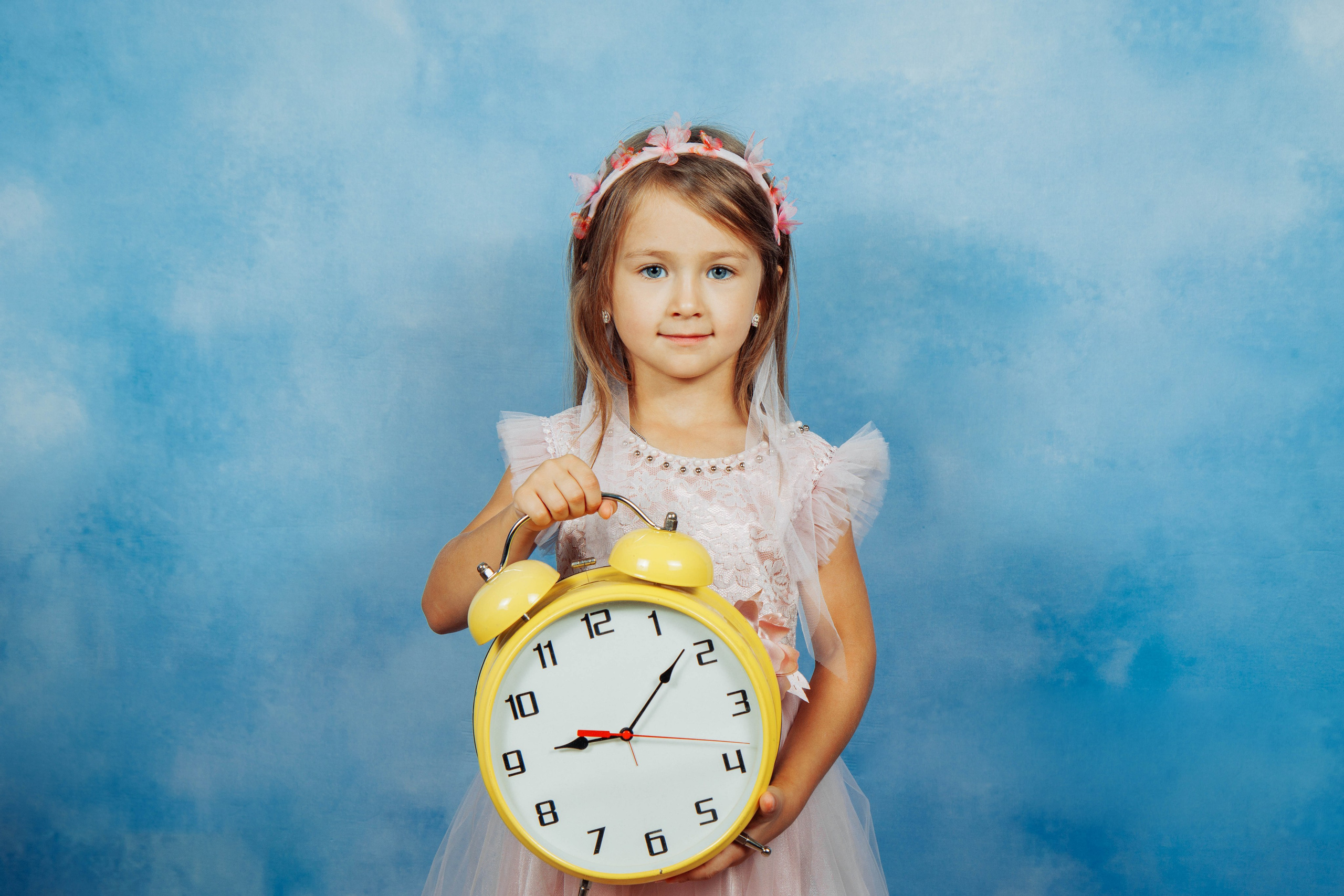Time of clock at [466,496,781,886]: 9:08
